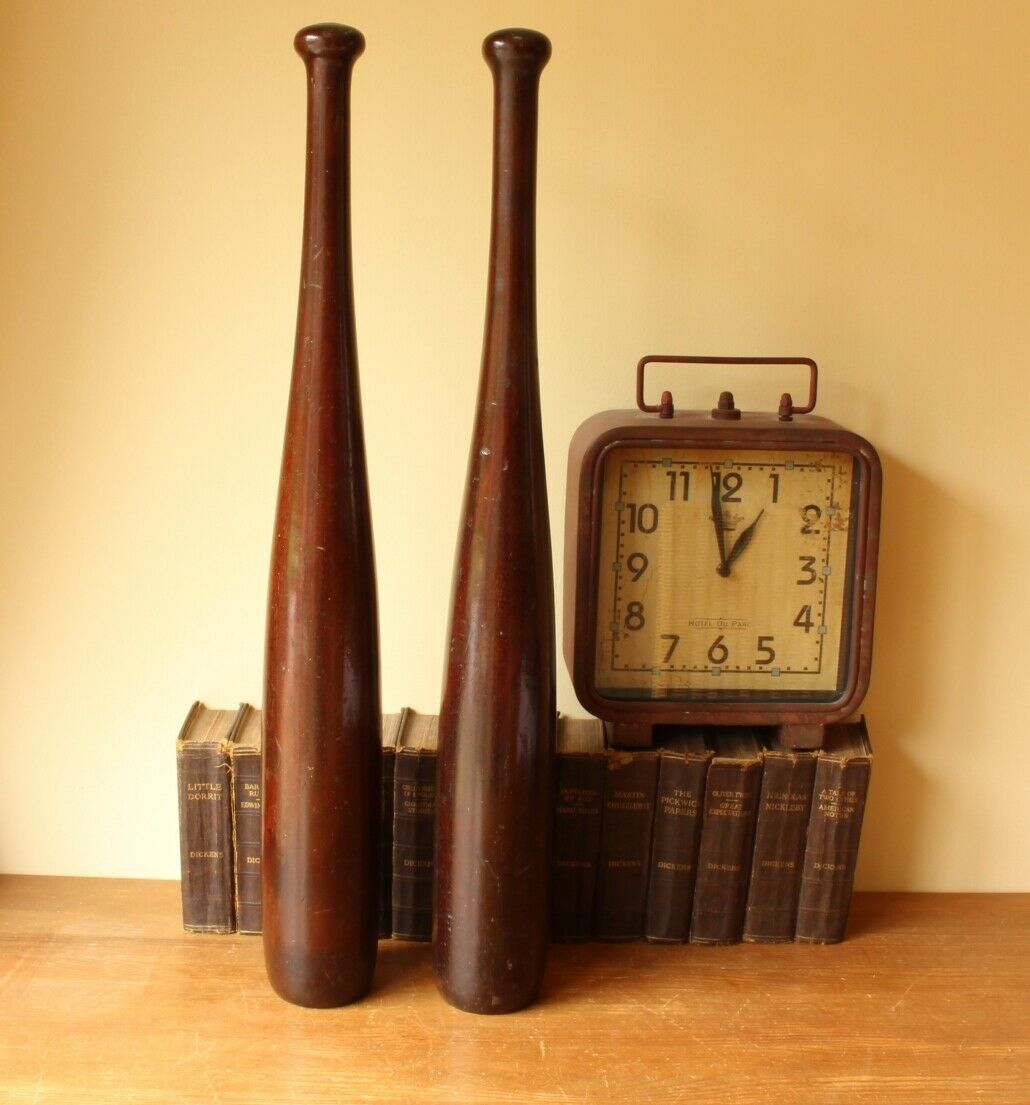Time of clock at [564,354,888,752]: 12:58
